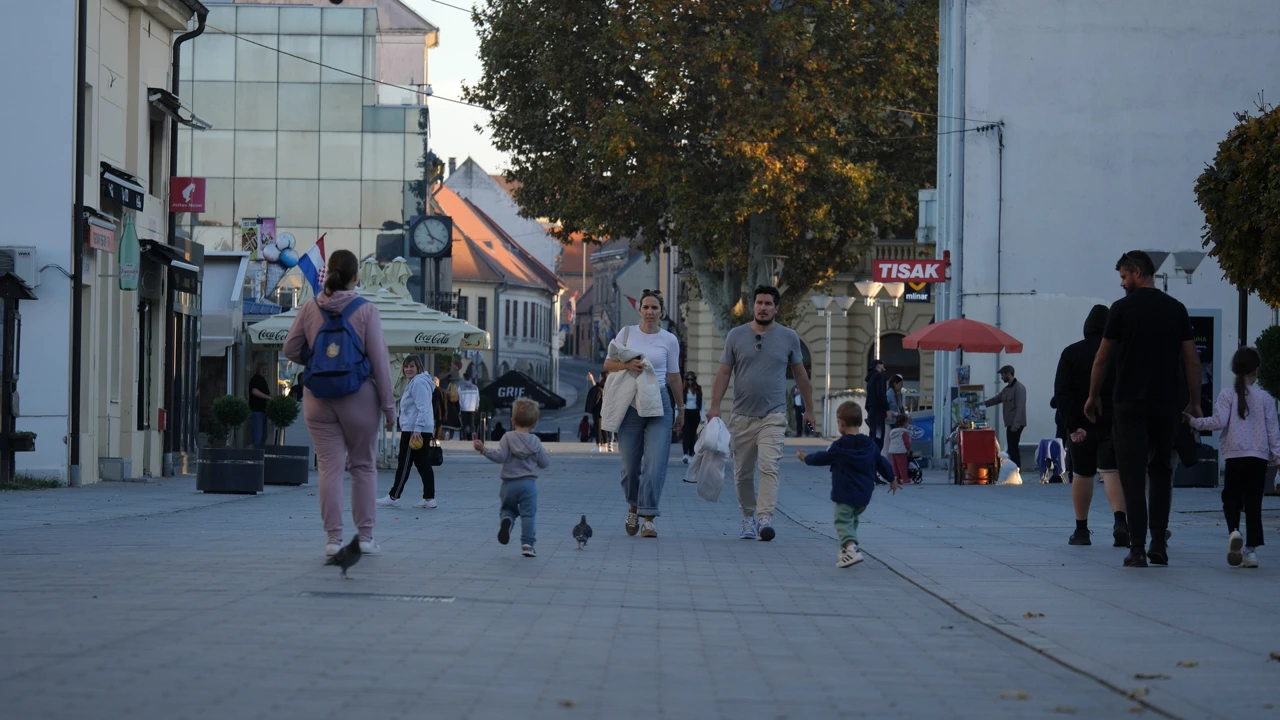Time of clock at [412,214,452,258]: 3:55
